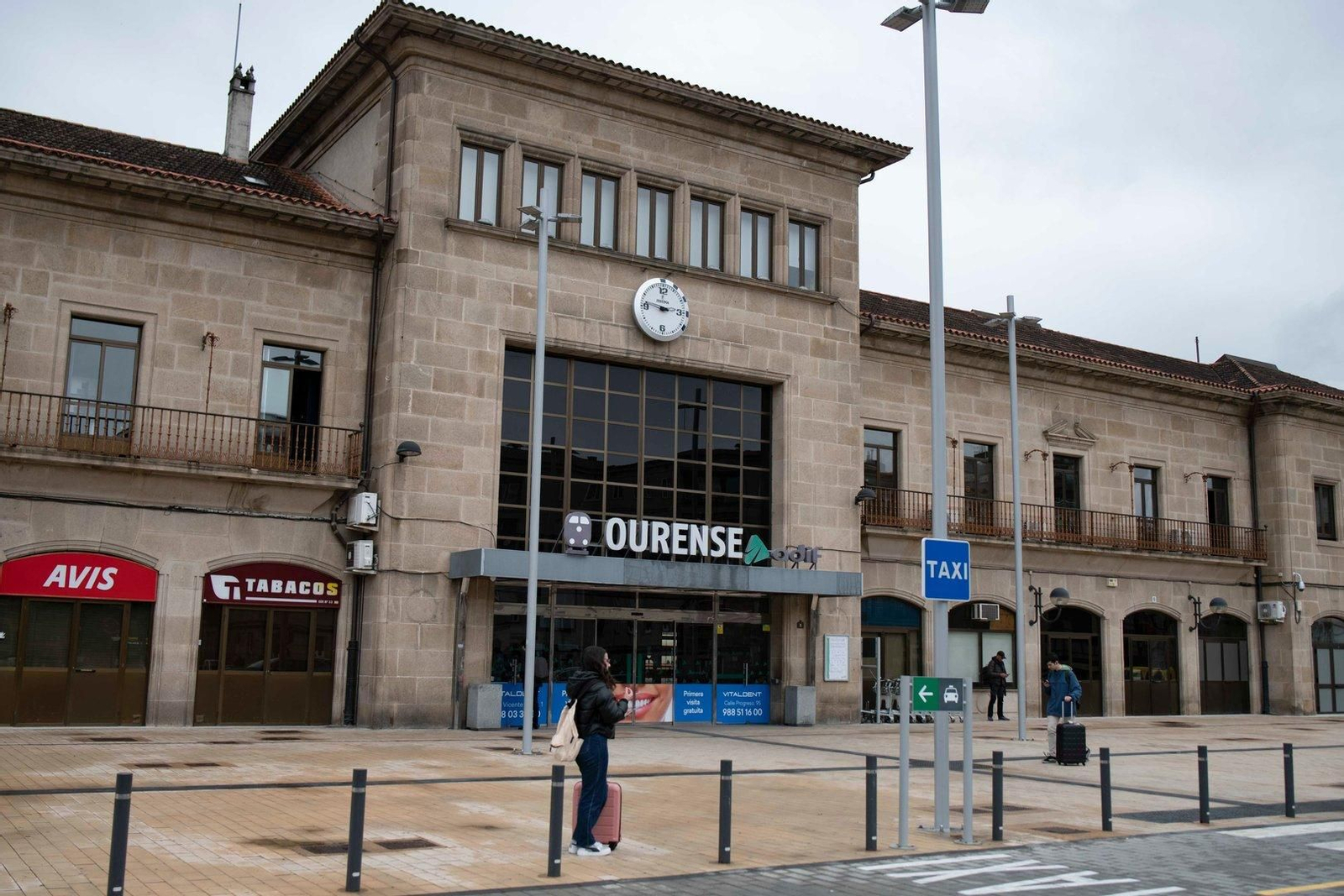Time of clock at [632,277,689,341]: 2:46
